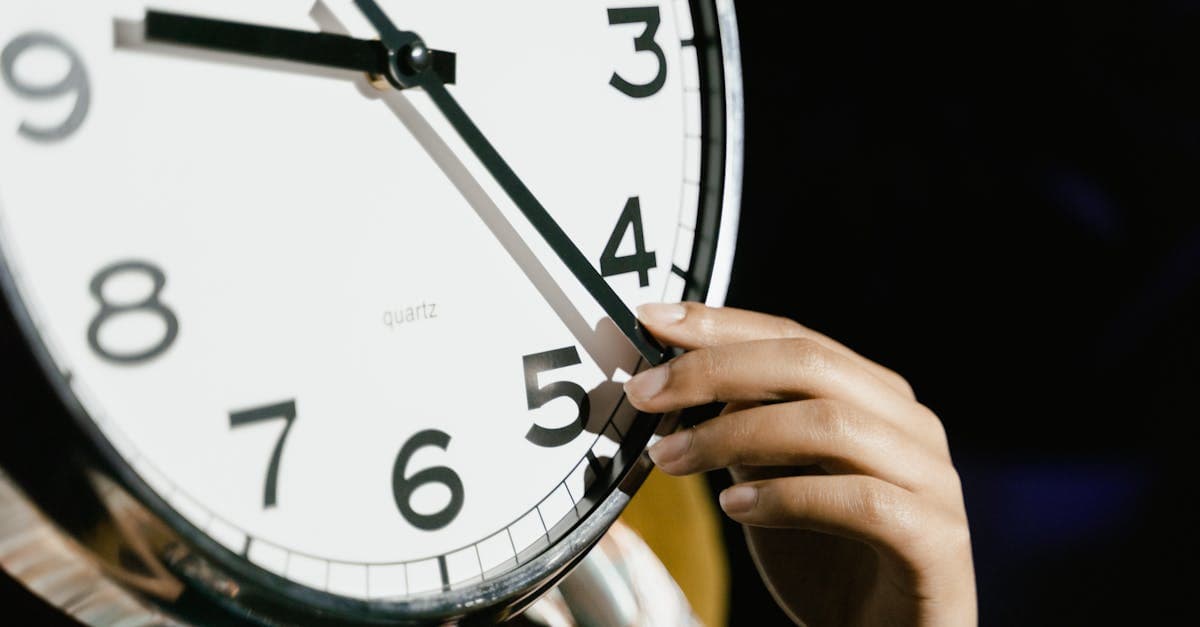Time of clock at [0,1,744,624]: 9:22
